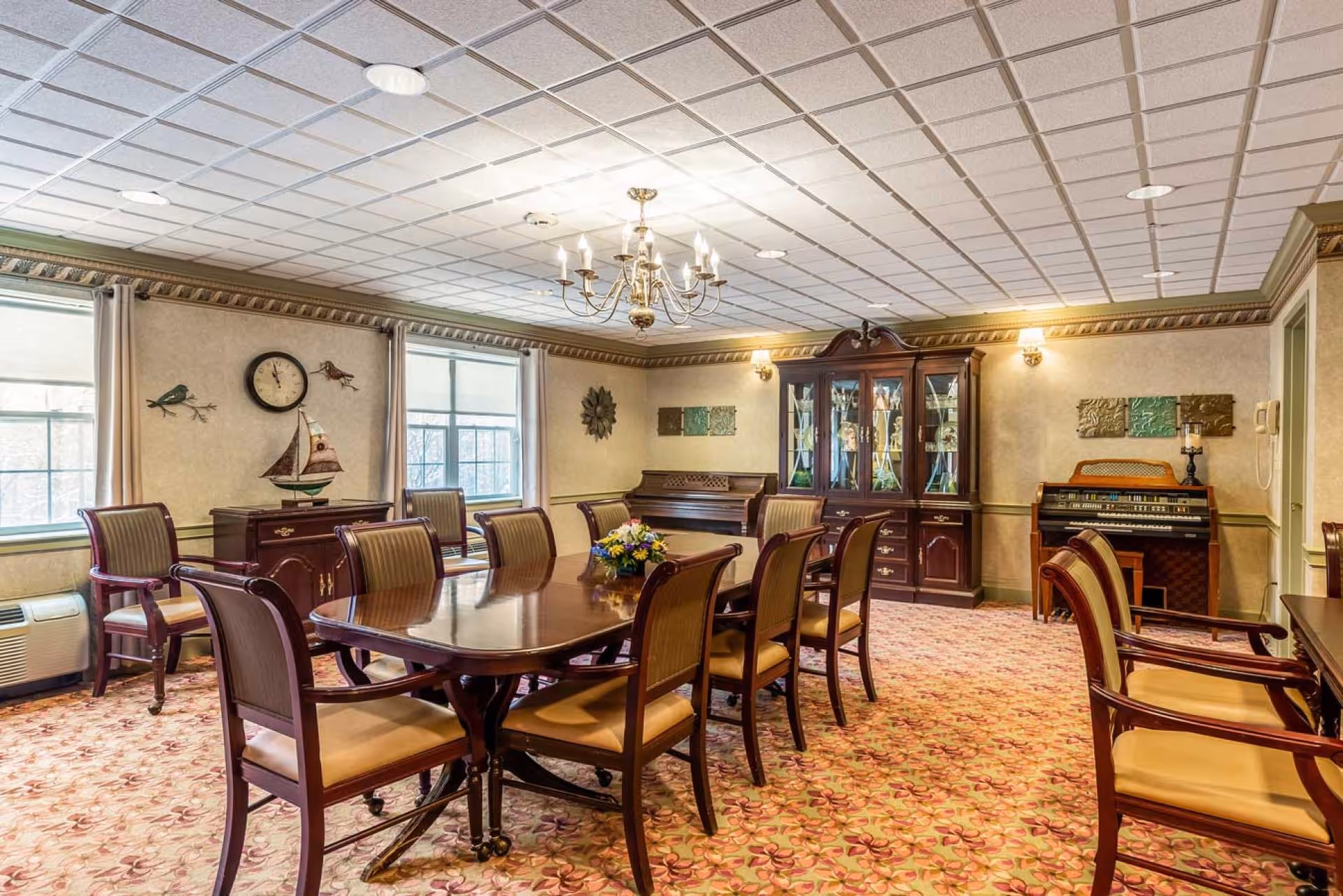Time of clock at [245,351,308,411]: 10:57
